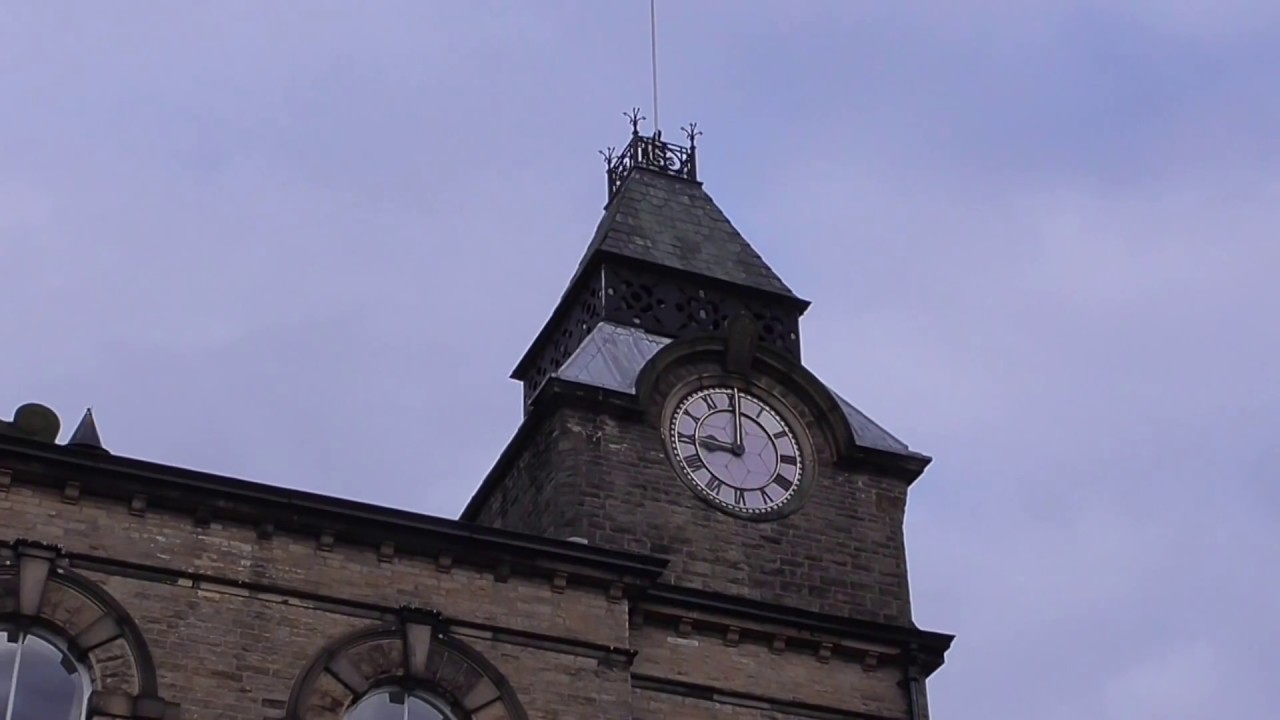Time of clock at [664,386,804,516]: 9:00
